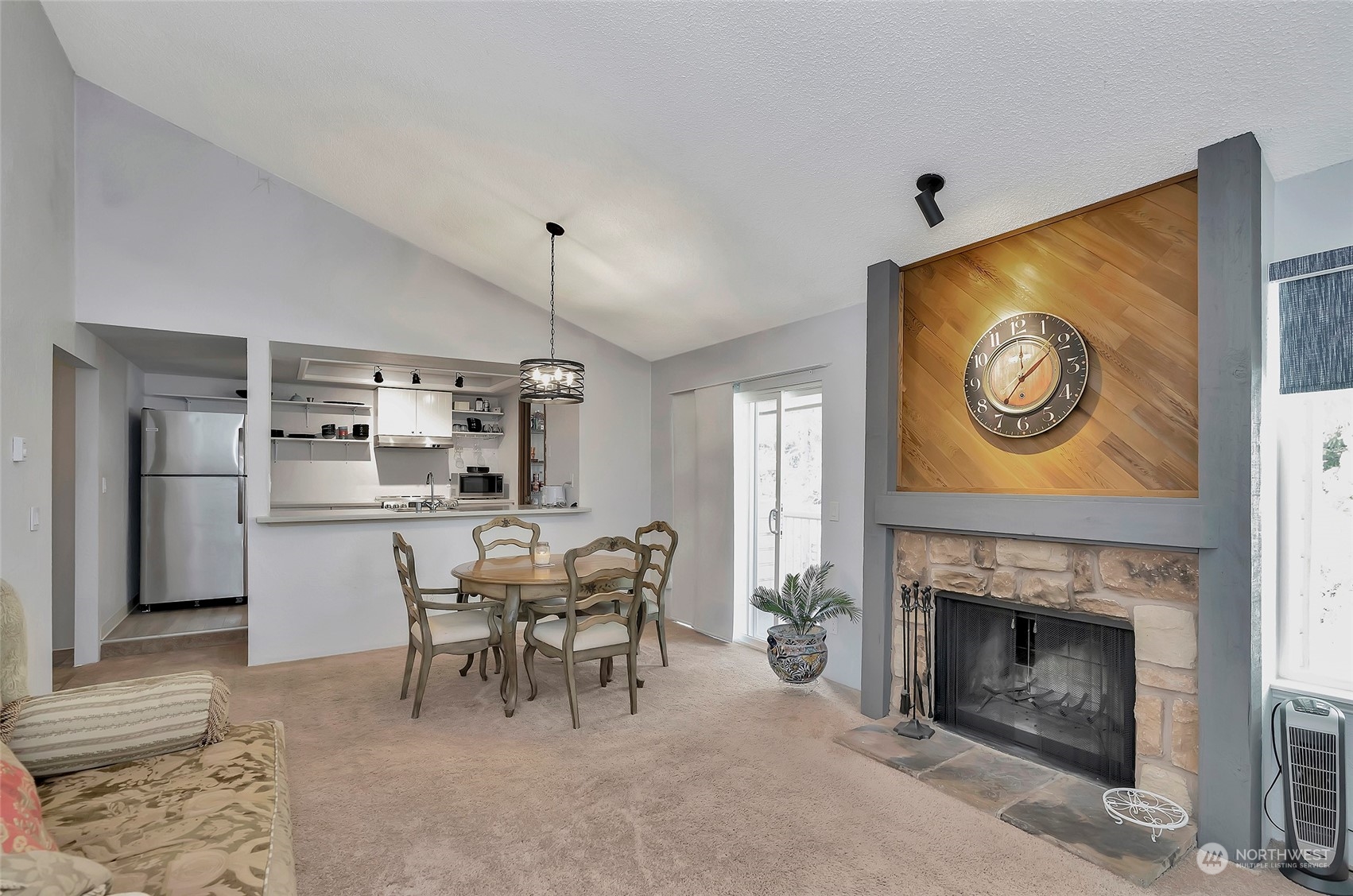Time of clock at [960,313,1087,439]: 12:09
